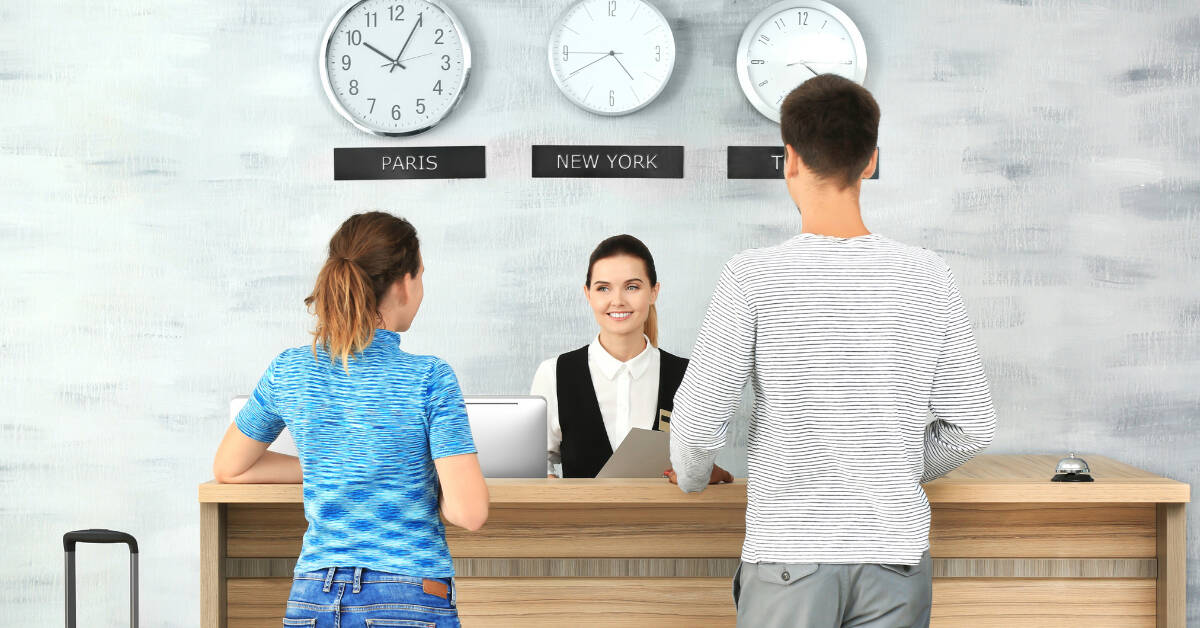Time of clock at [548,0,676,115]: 4:40
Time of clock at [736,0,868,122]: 4:18
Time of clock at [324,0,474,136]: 10:04
